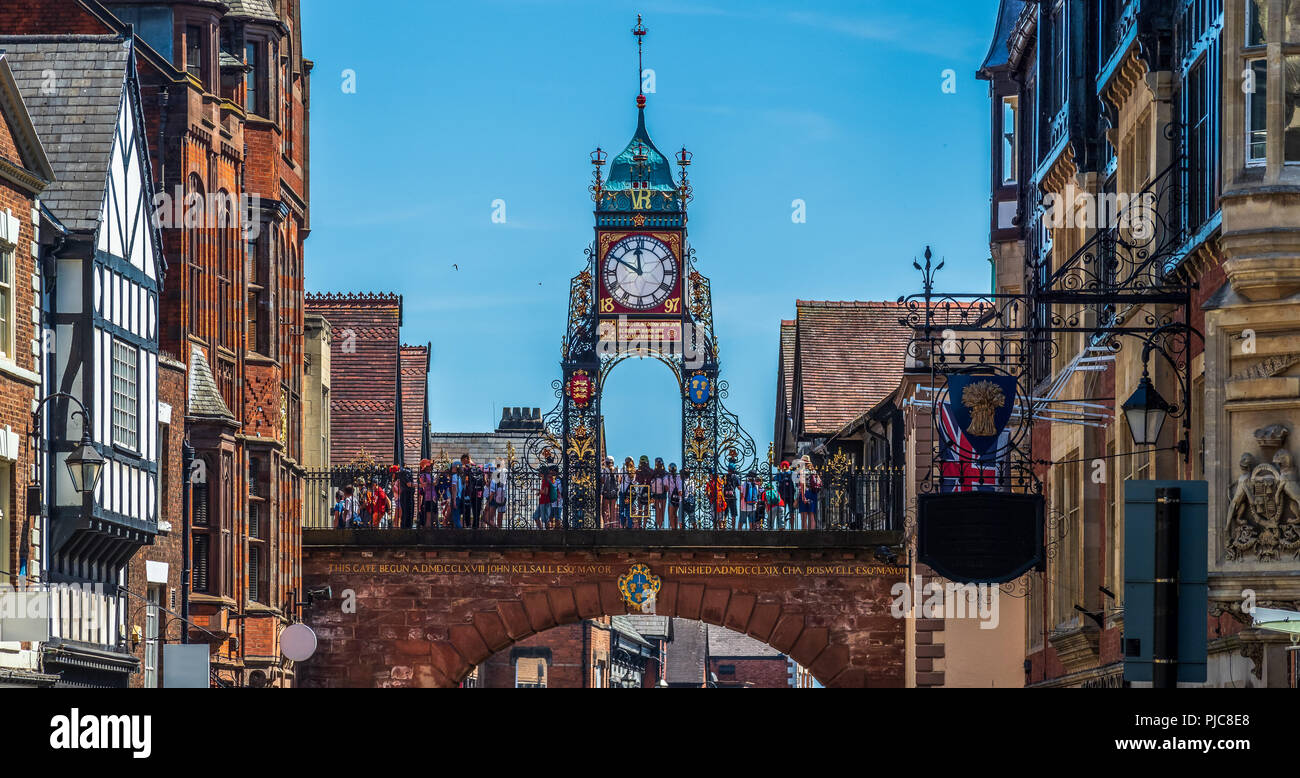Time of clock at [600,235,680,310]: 11:49
